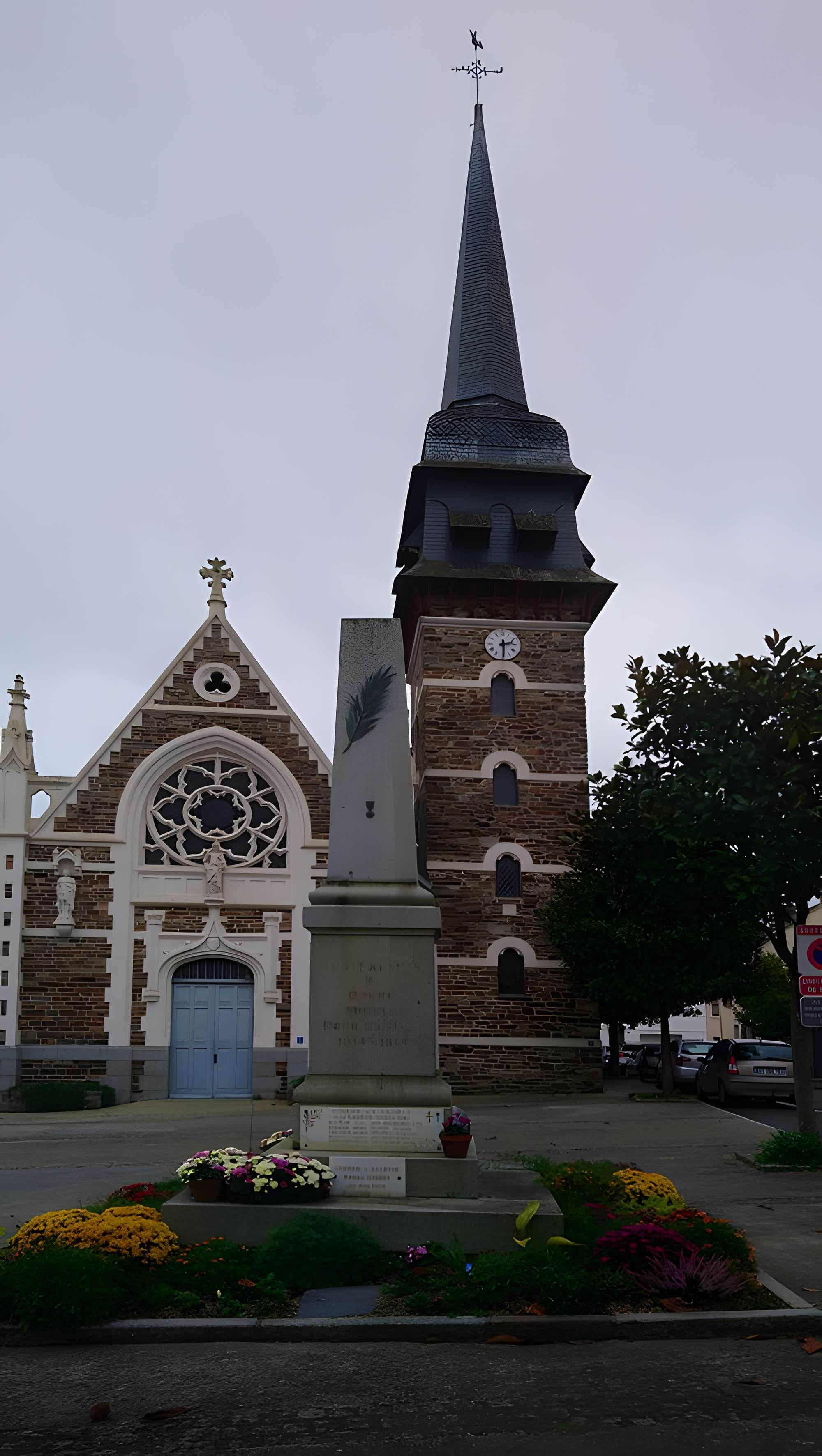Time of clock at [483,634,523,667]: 2:29
